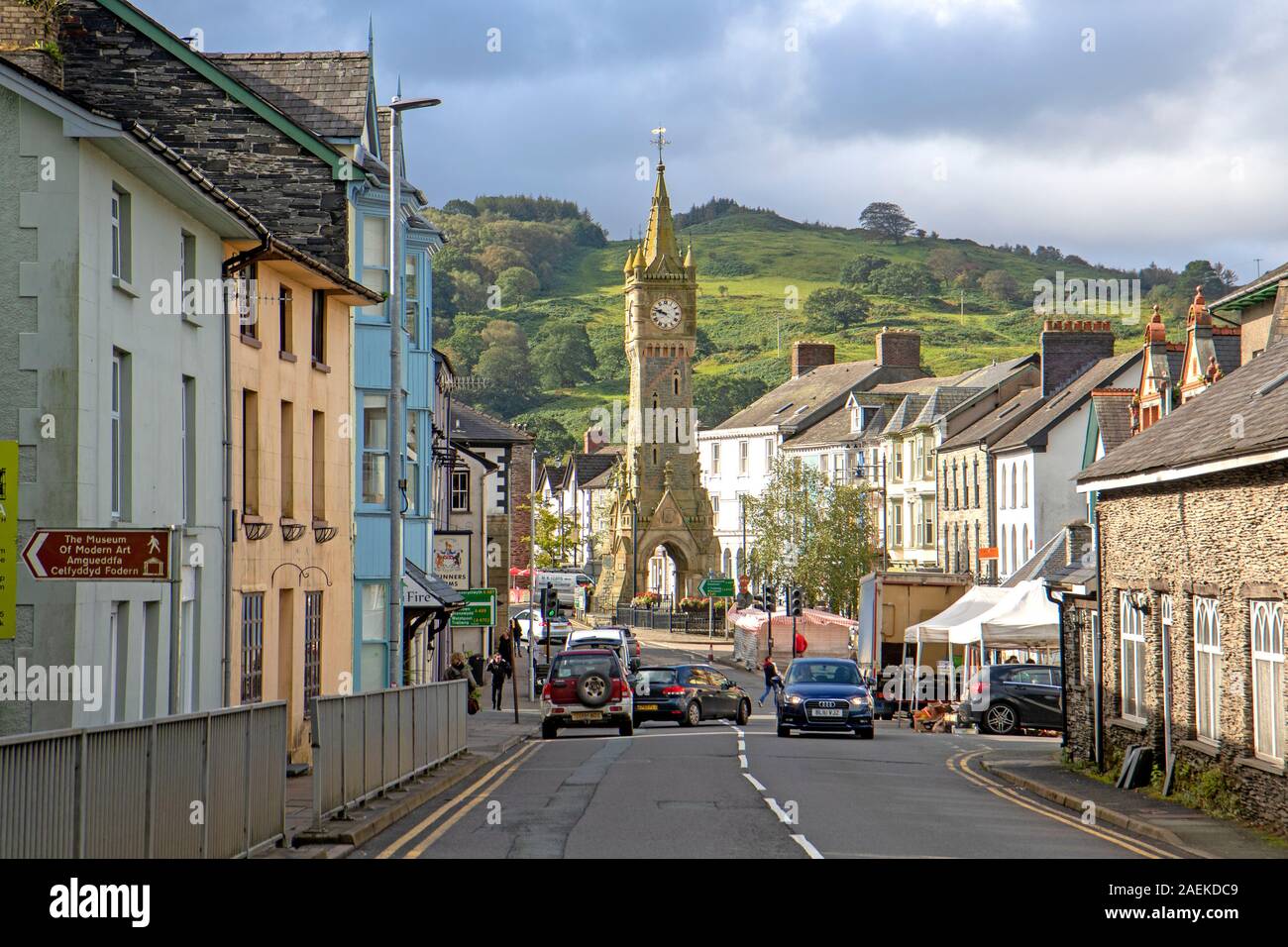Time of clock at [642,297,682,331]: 9:47
